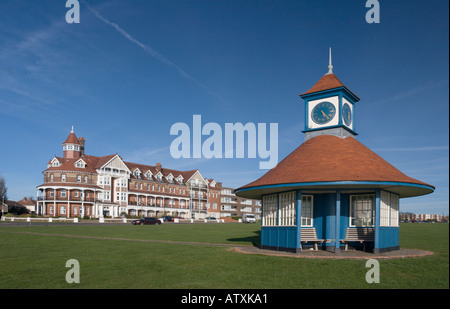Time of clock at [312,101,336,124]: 5:24
